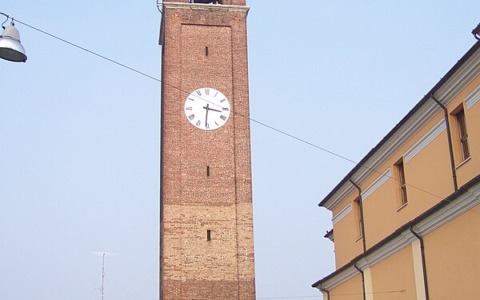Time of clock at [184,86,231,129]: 3:30
